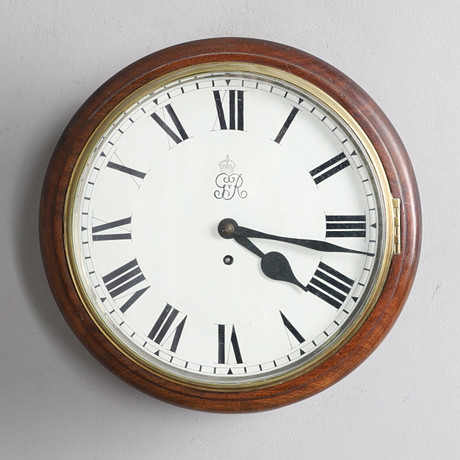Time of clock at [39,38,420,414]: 4:16
